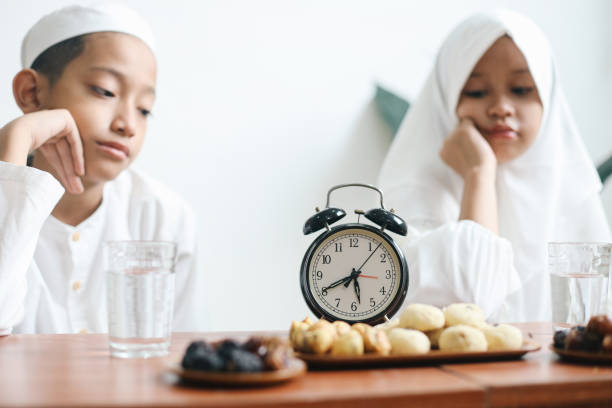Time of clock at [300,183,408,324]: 5:40
